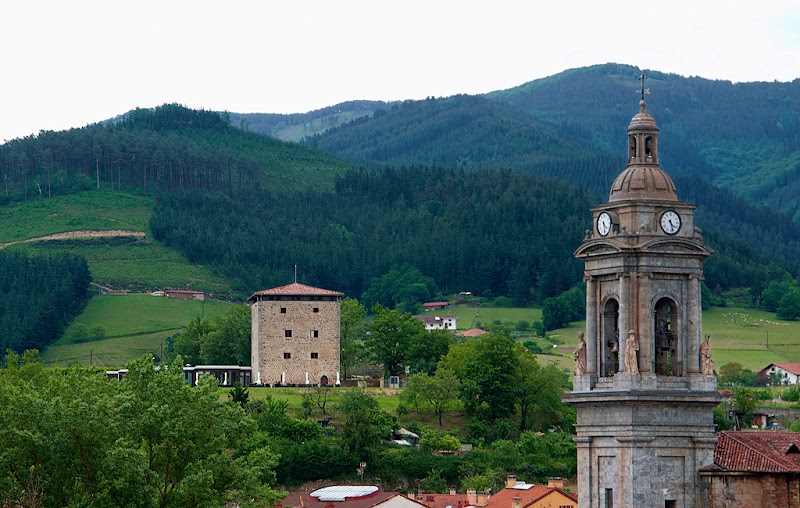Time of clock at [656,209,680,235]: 4:27
